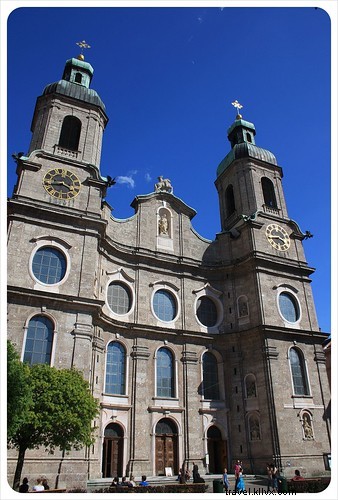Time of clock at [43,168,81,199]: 3:43
